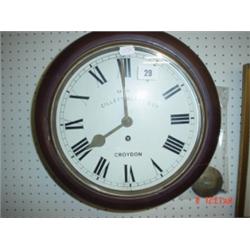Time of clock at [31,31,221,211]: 7:59
